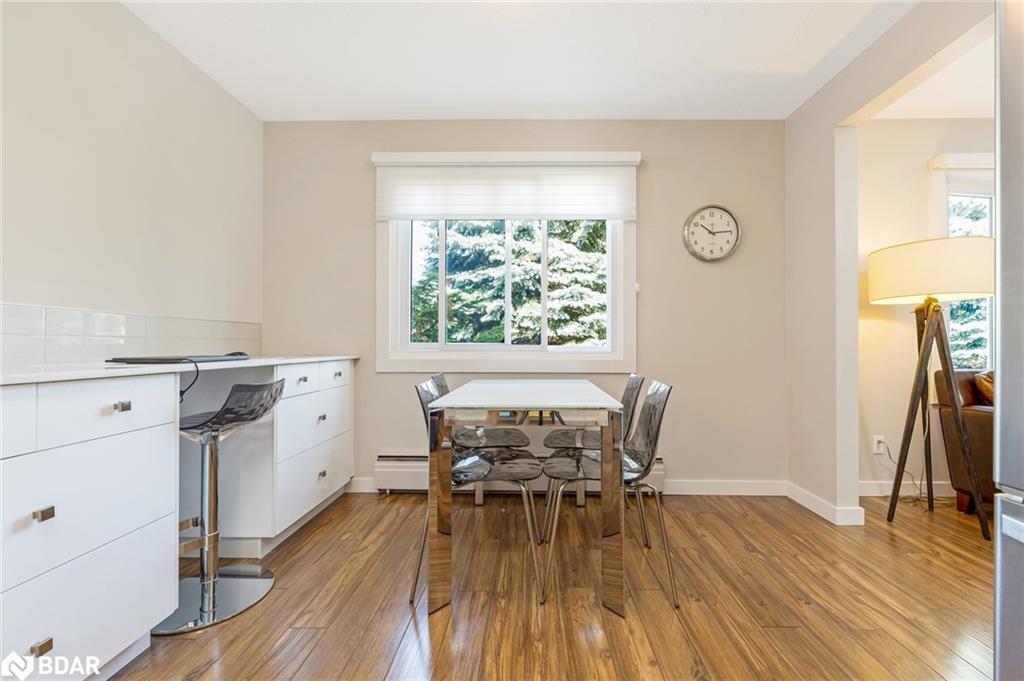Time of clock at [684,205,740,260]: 10:14
